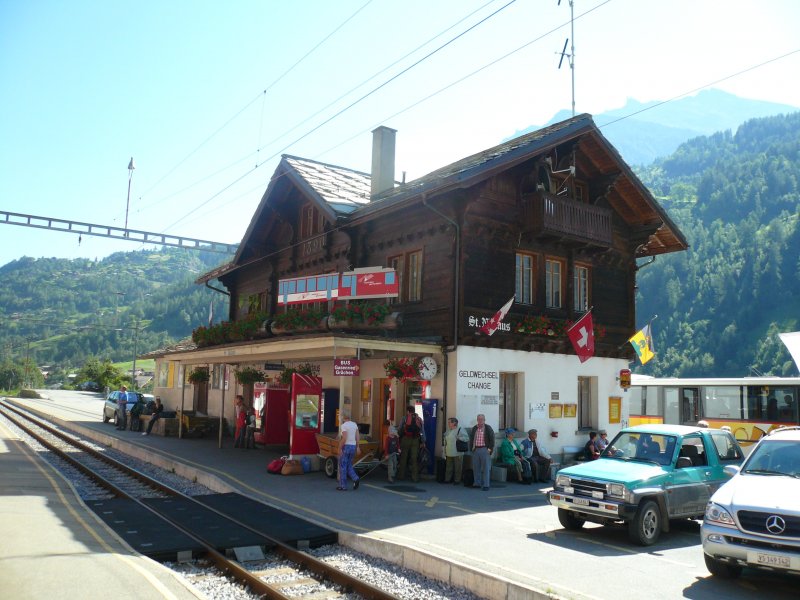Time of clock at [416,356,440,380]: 10:42
